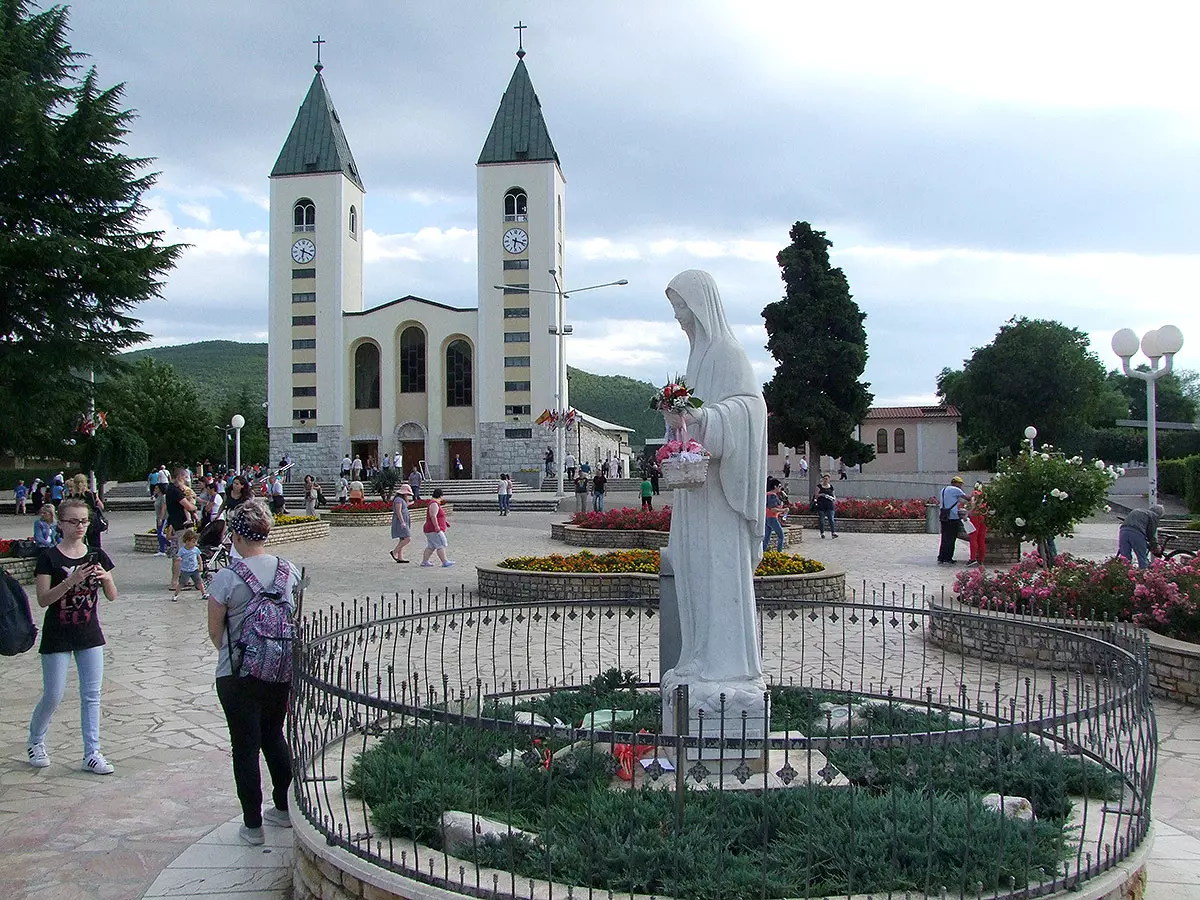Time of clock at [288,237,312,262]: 6:18
